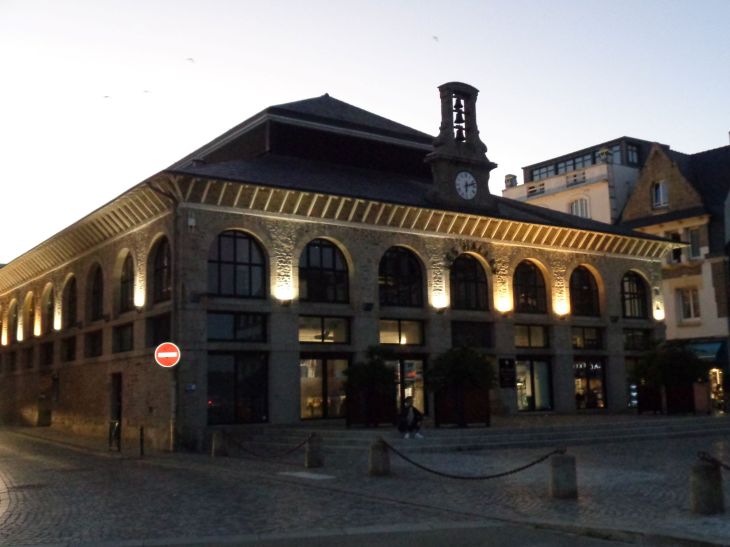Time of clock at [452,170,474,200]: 6:12
